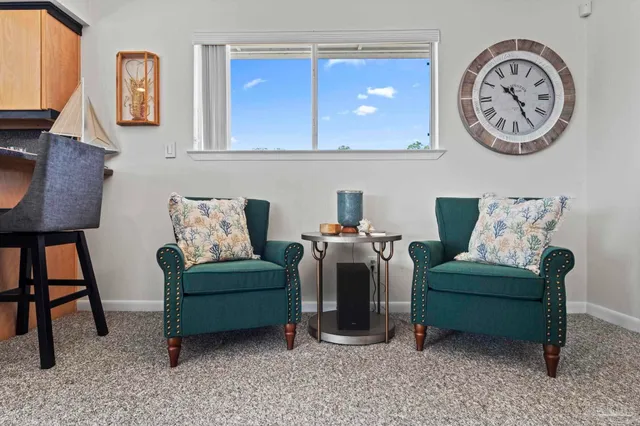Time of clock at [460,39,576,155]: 10:25
